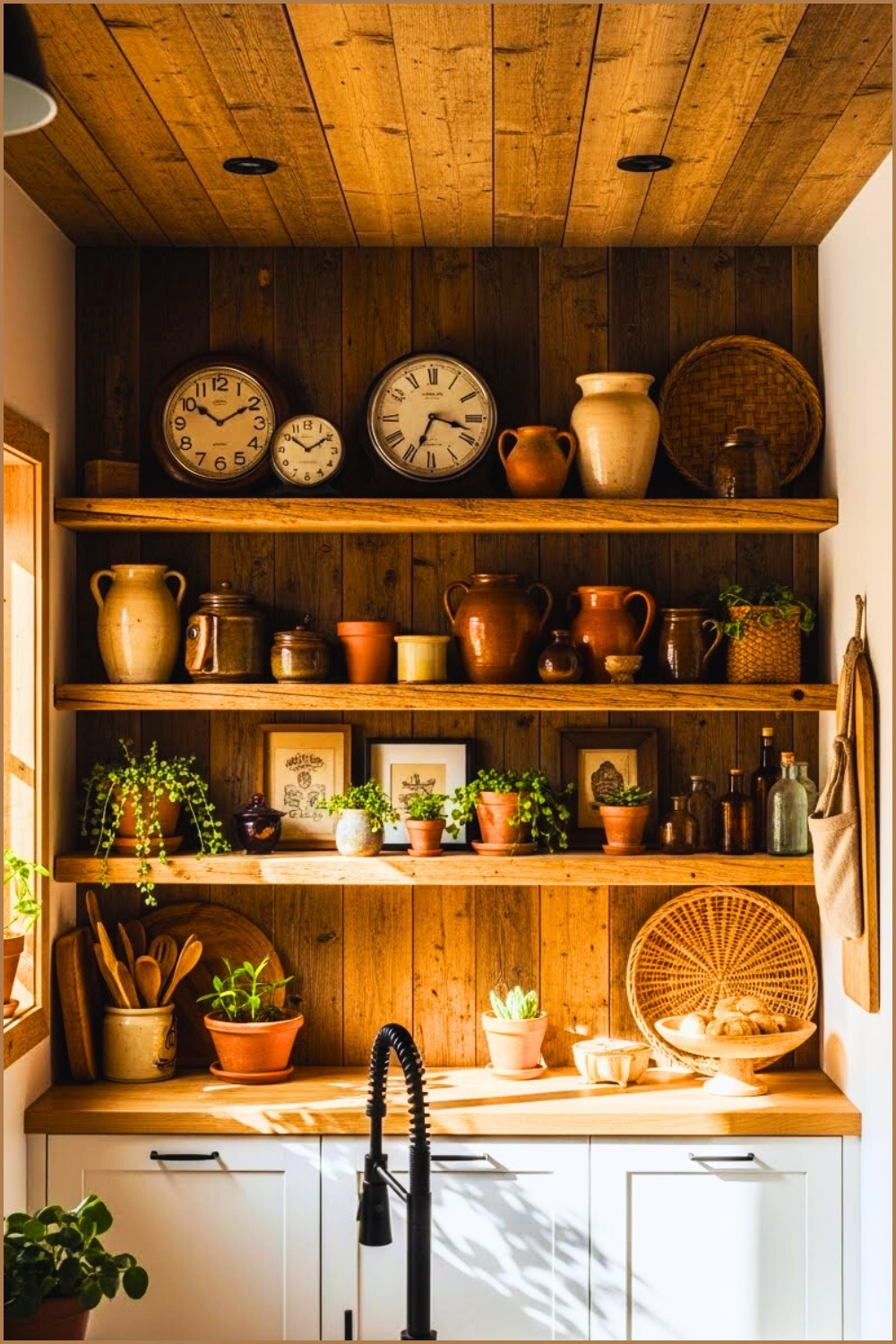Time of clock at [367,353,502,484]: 3:33
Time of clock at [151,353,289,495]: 10:10
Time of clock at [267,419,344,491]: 10:09
